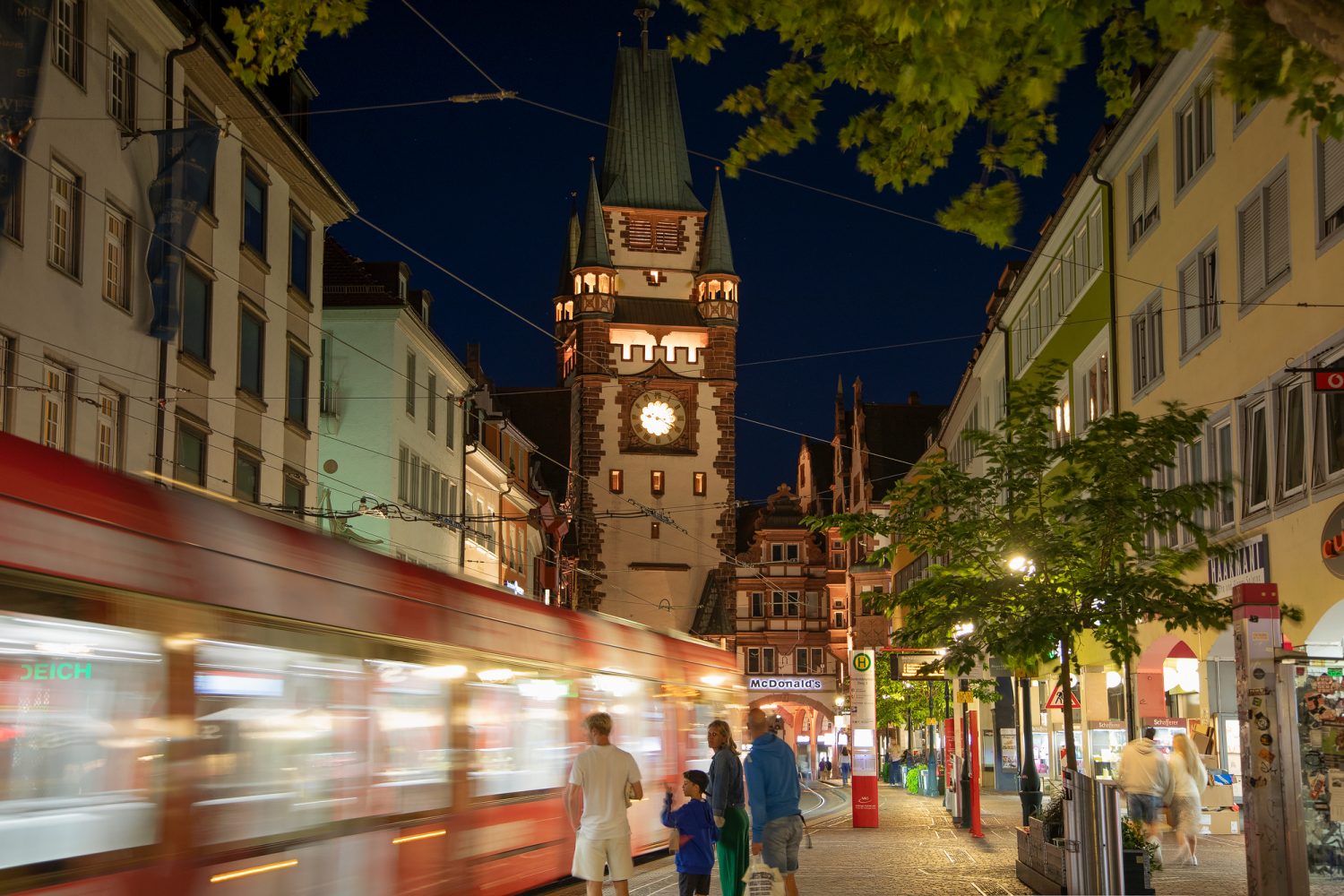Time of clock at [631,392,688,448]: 9:19
